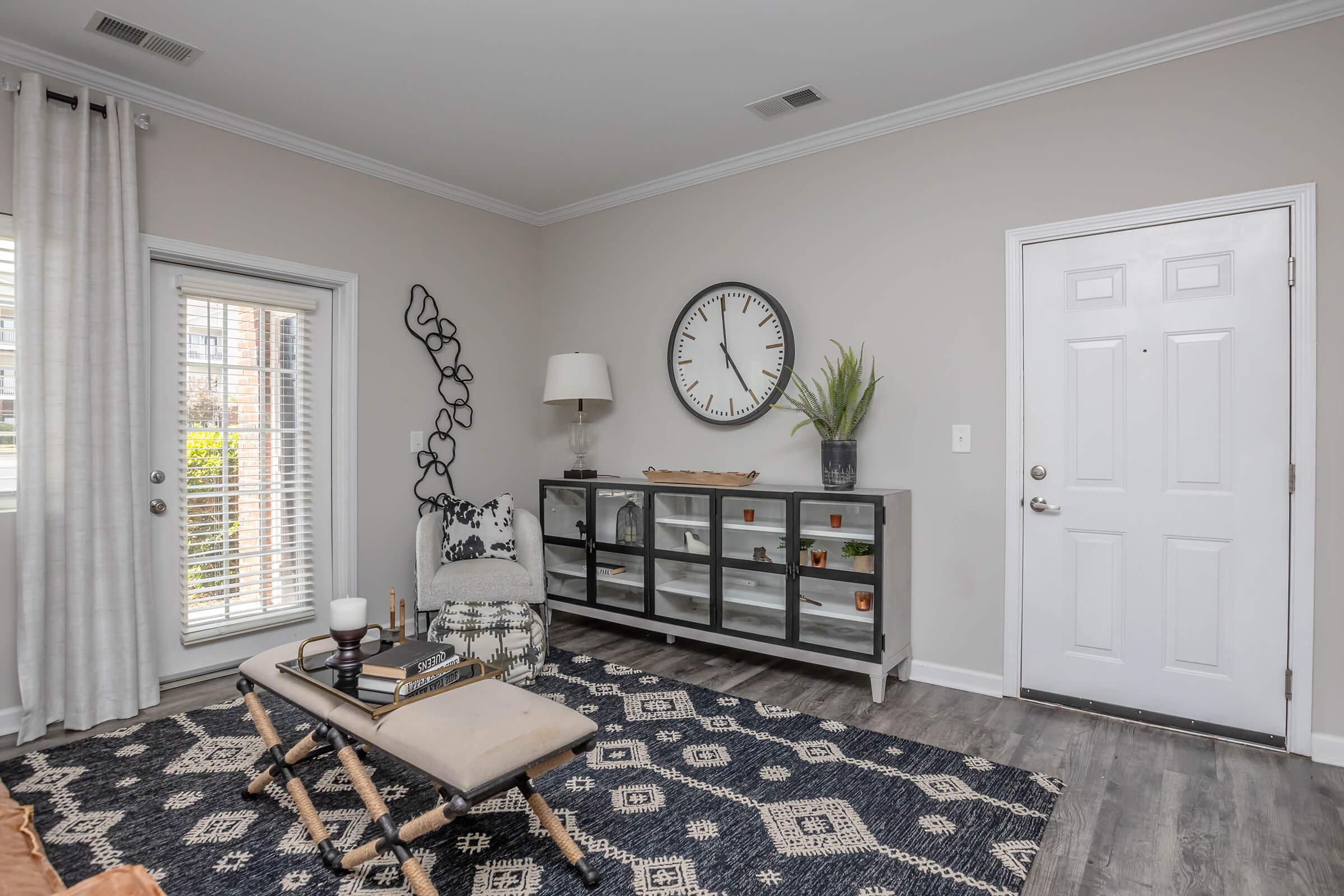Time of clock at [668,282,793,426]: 4:59
